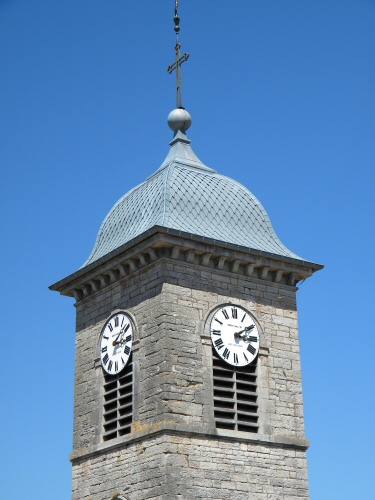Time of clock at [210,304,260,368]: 3:09
